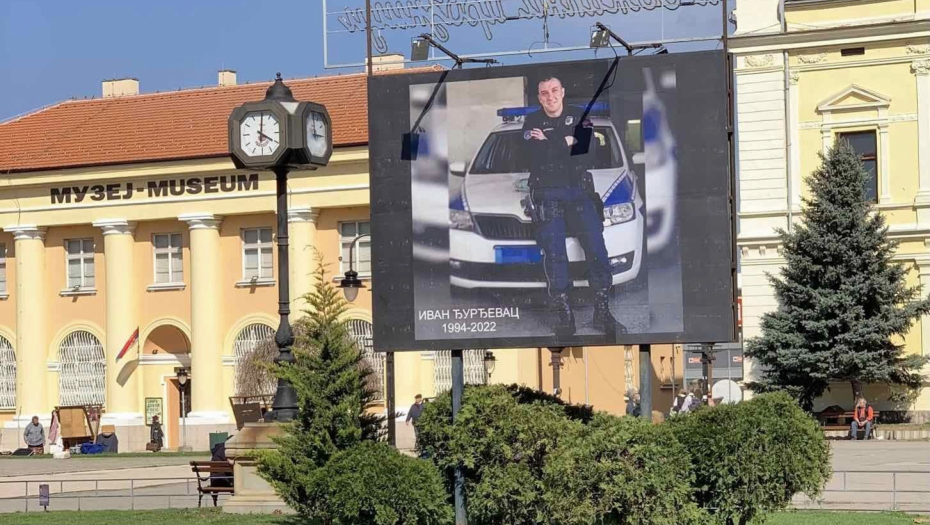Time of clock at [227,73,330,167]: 4:01
